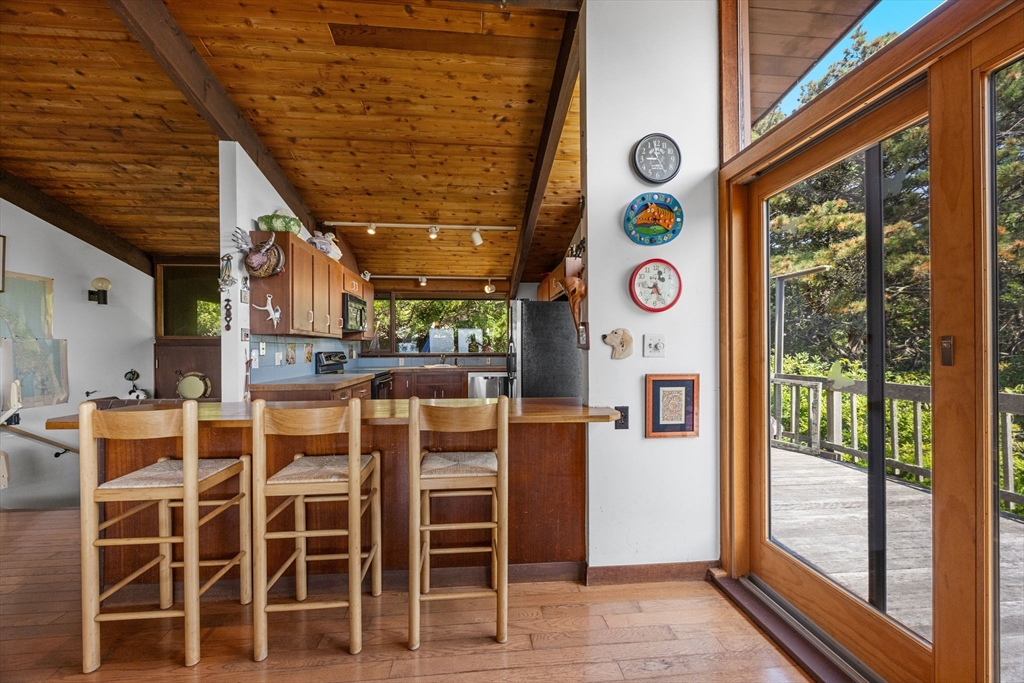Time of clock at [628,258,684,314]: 12:24
